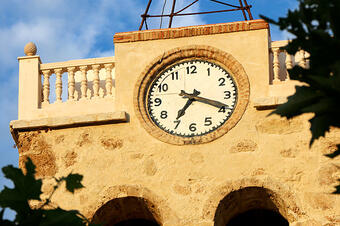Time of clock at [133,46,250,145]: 7:18
